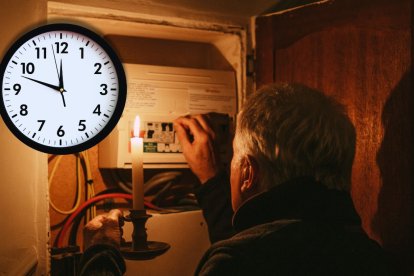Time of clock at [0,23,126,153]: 11:47
